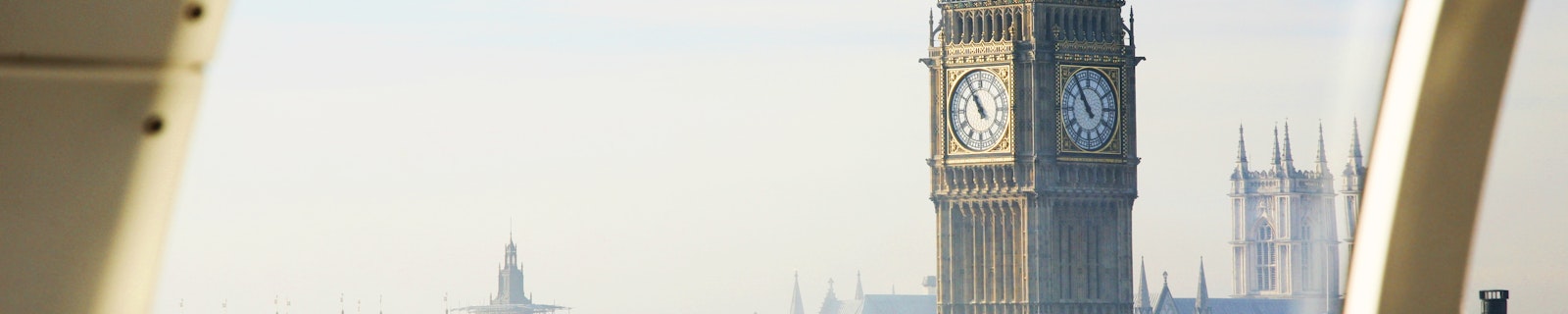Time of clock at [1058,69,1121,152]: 10:54
